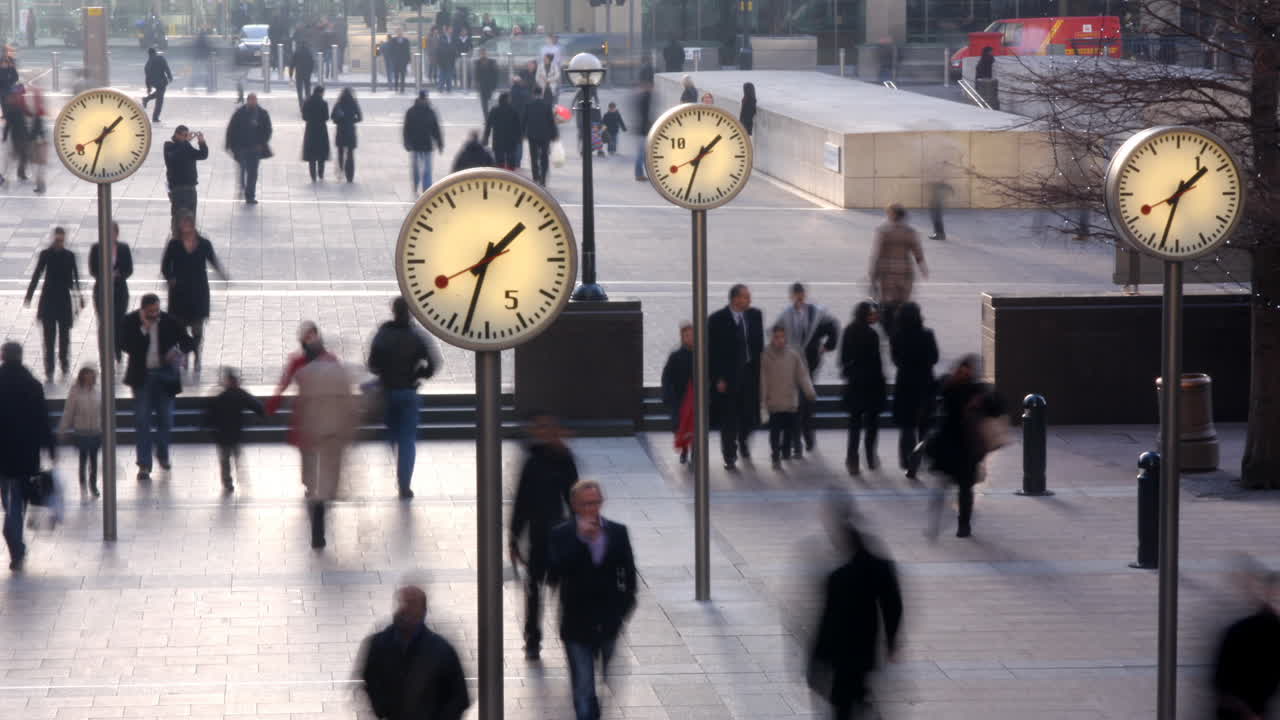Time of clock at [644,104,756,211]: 1:33
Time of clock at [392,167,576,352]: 1:32
